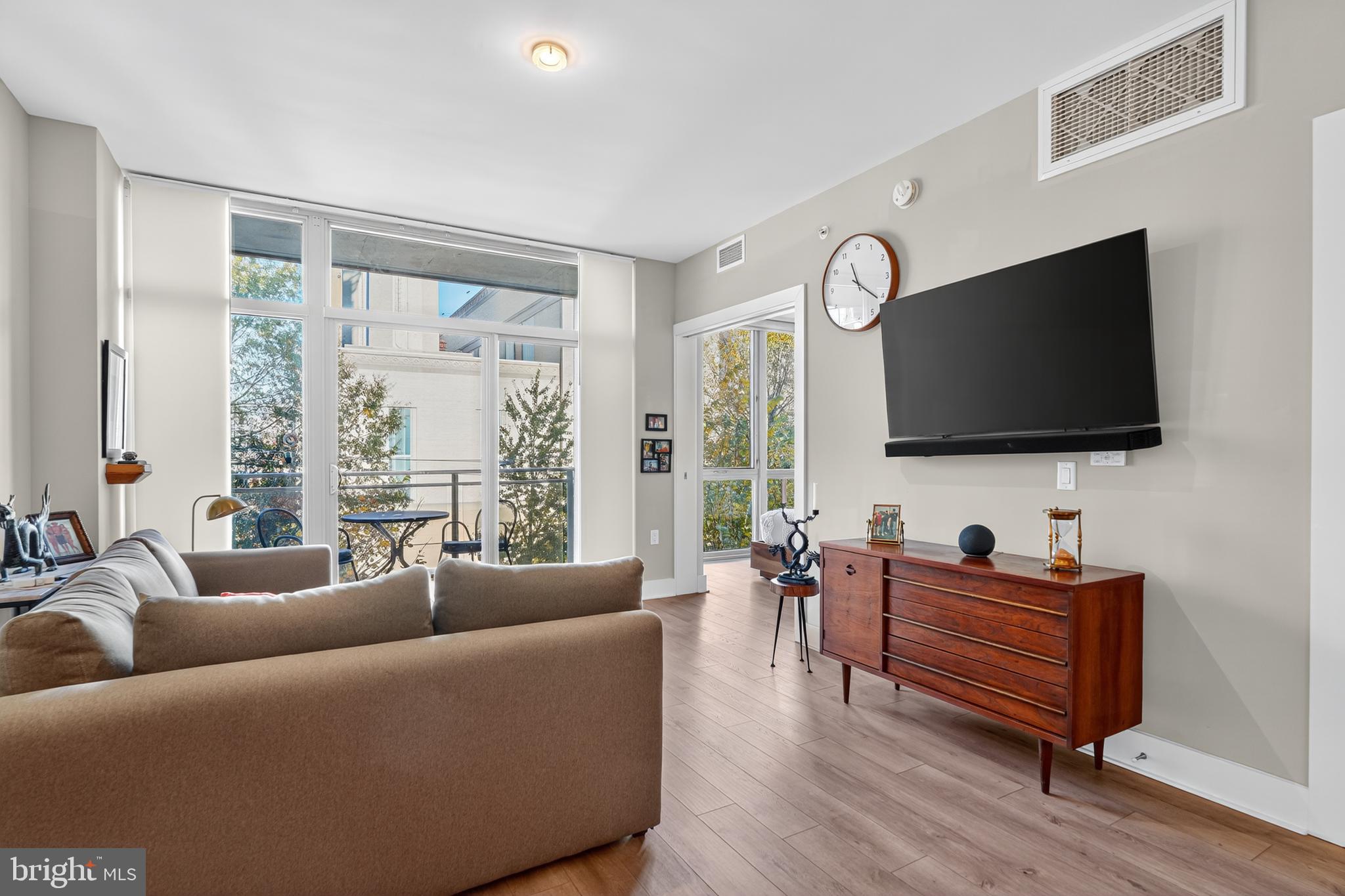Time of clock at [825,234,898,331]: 11:21
